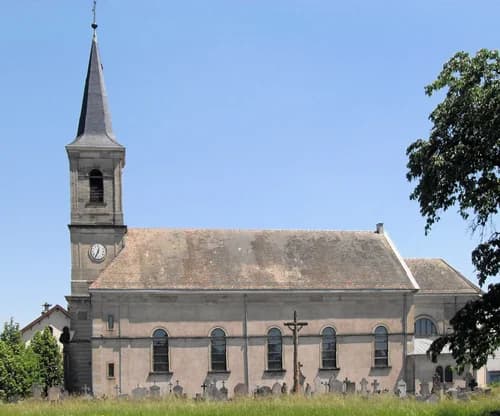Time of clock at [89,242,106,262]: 12:34
